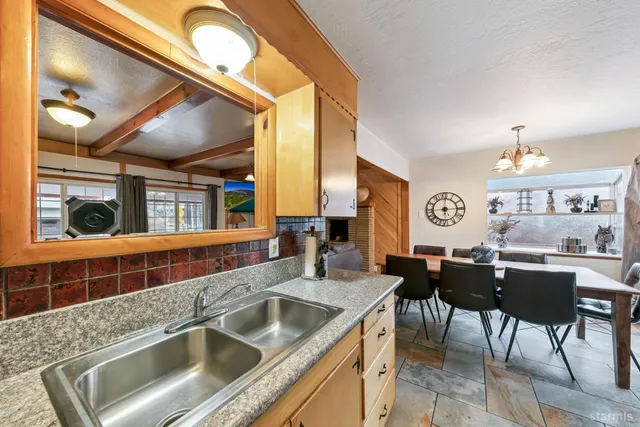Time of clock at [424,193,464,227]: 12:14
